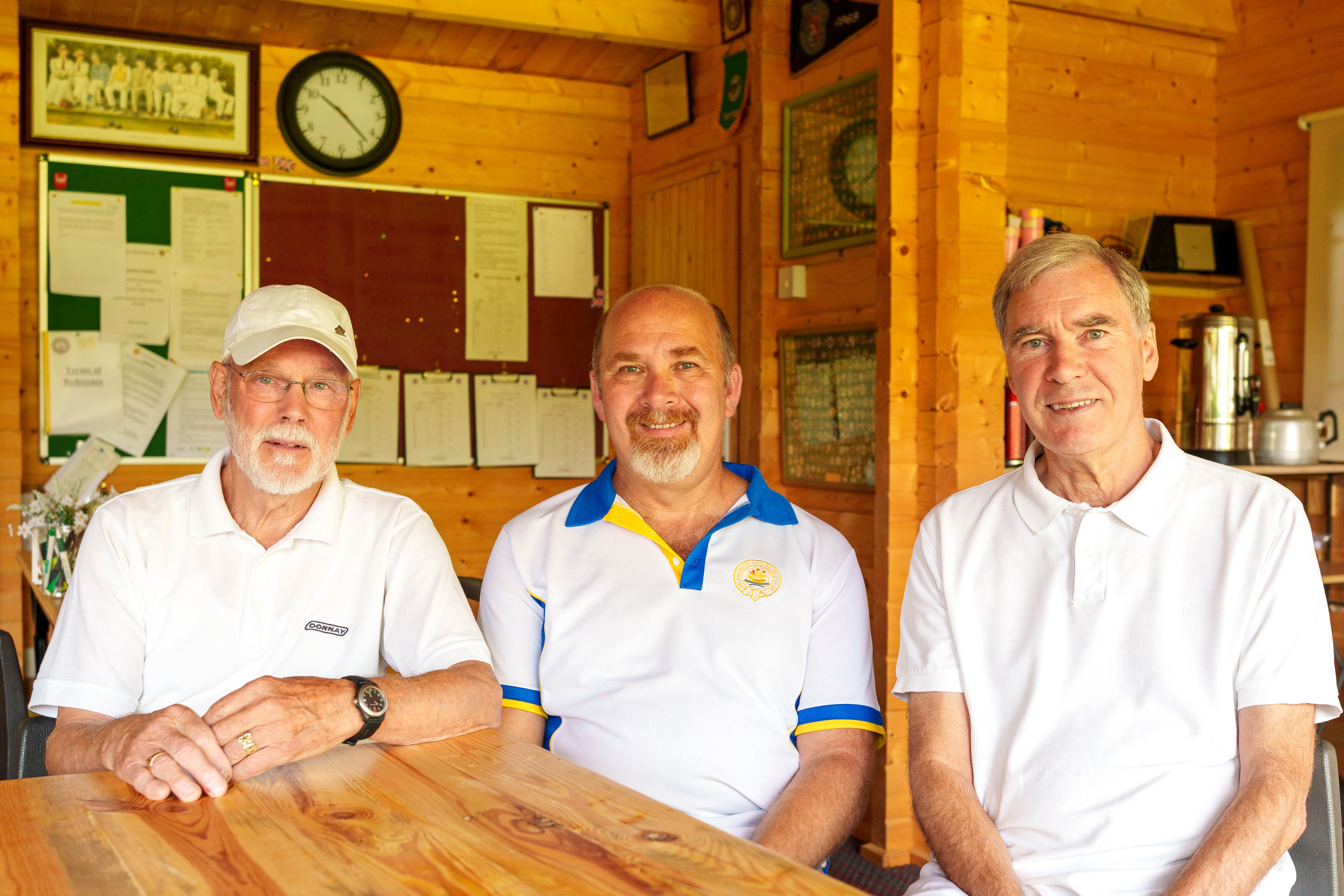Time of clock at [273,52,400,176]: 10:22
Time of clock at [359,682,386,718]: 11:21
